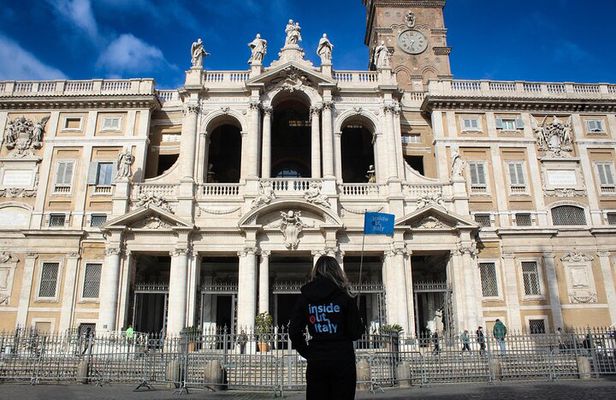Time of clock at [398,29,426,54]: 6:32
